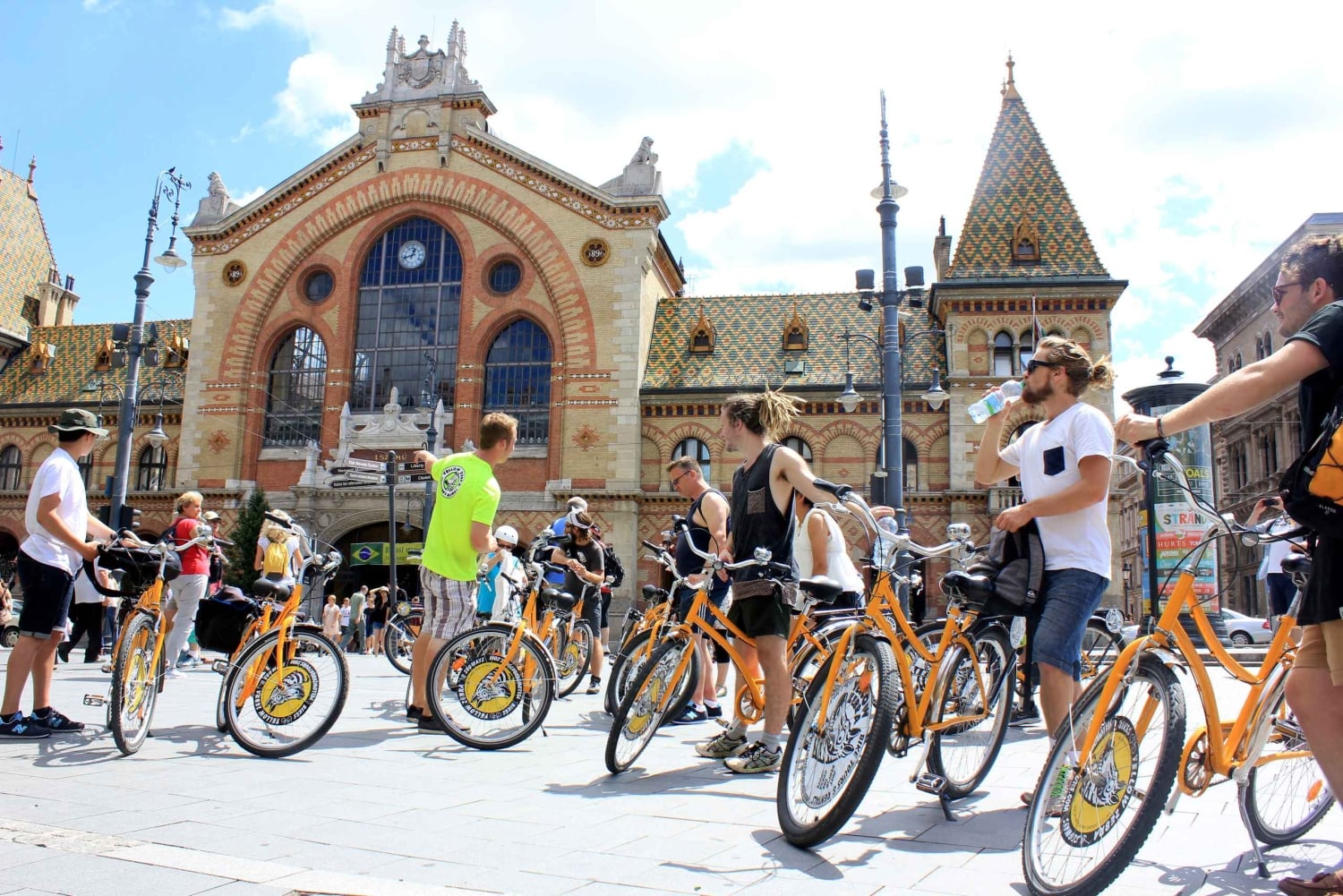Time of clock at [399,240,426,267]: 12:42
